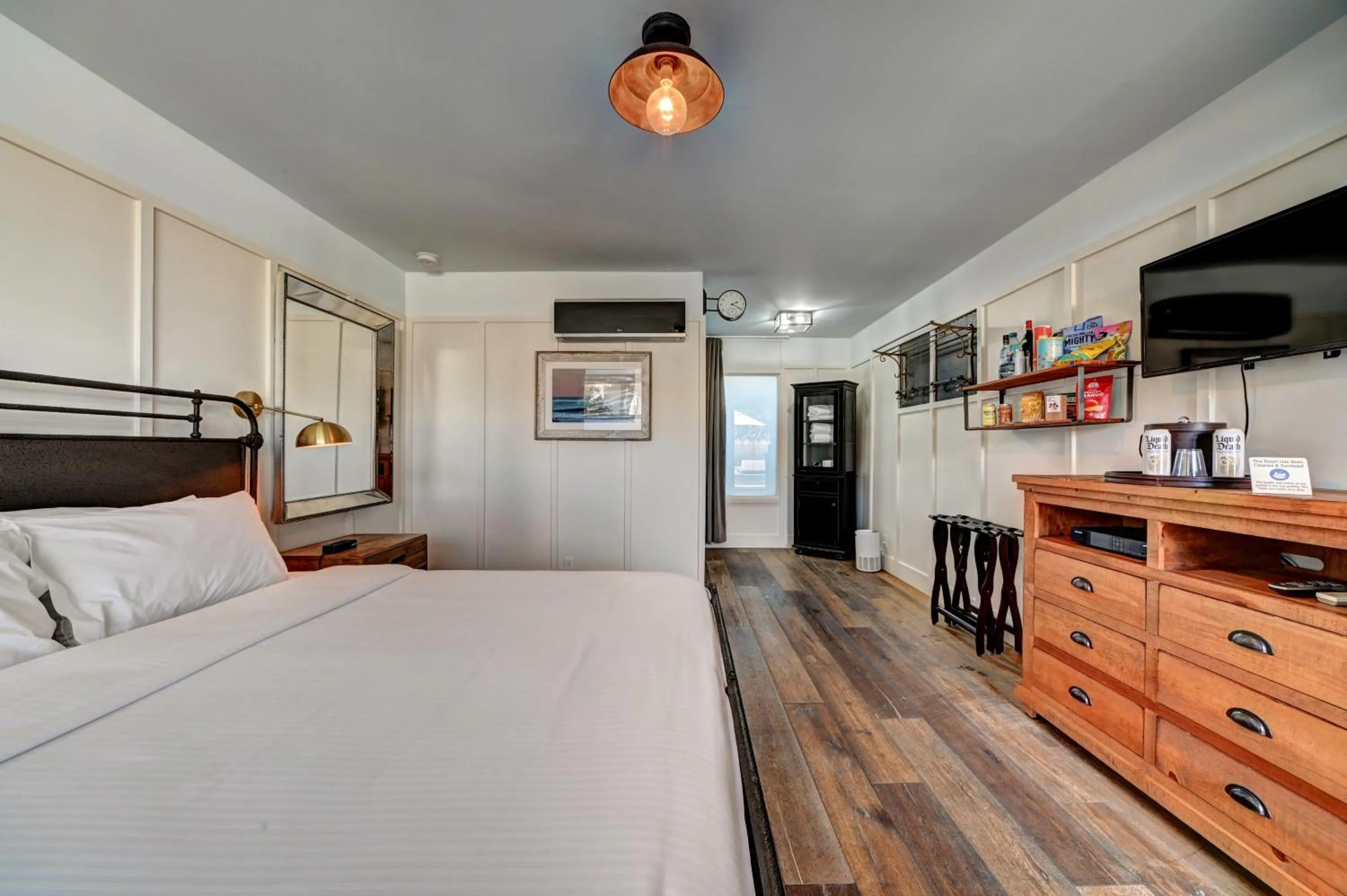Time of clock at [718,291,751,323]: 2:19
